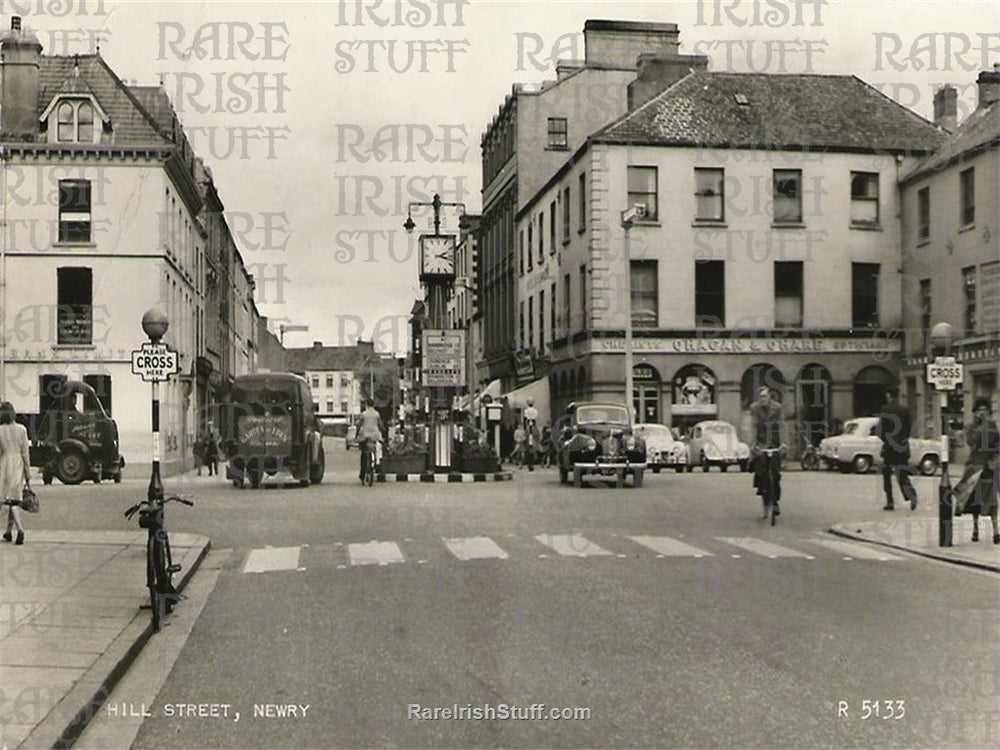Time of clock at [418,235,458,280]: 2:17
